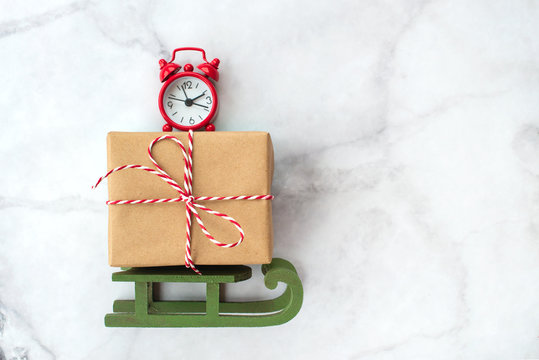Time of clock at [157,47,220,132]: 2:18
